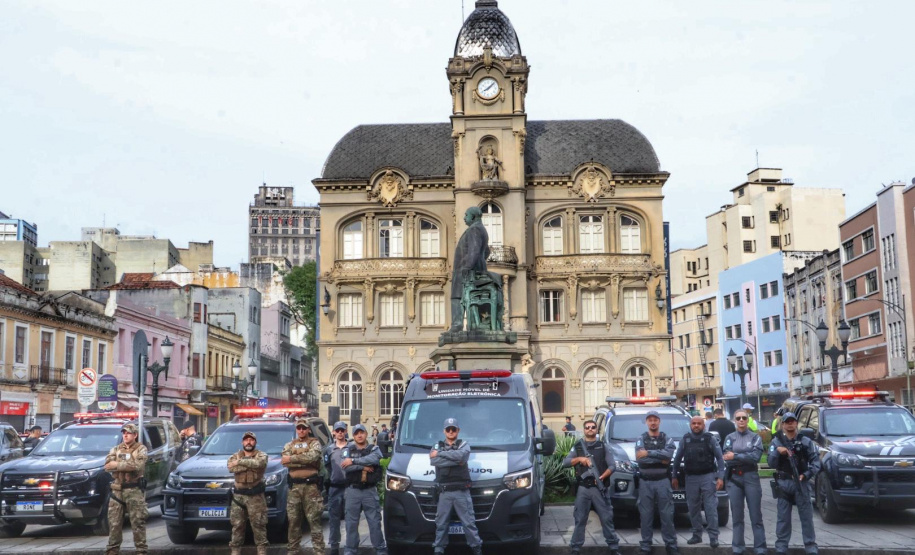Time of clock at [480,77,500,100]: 8:07
